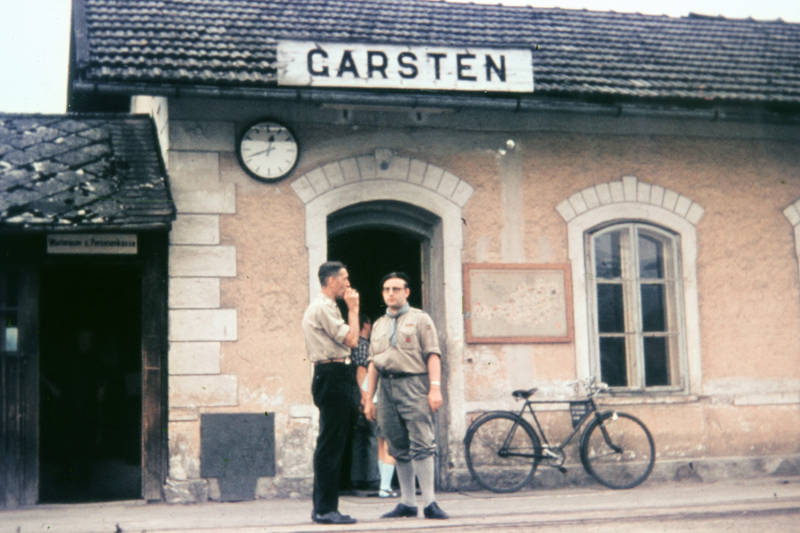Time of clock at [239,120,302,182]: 12:41
